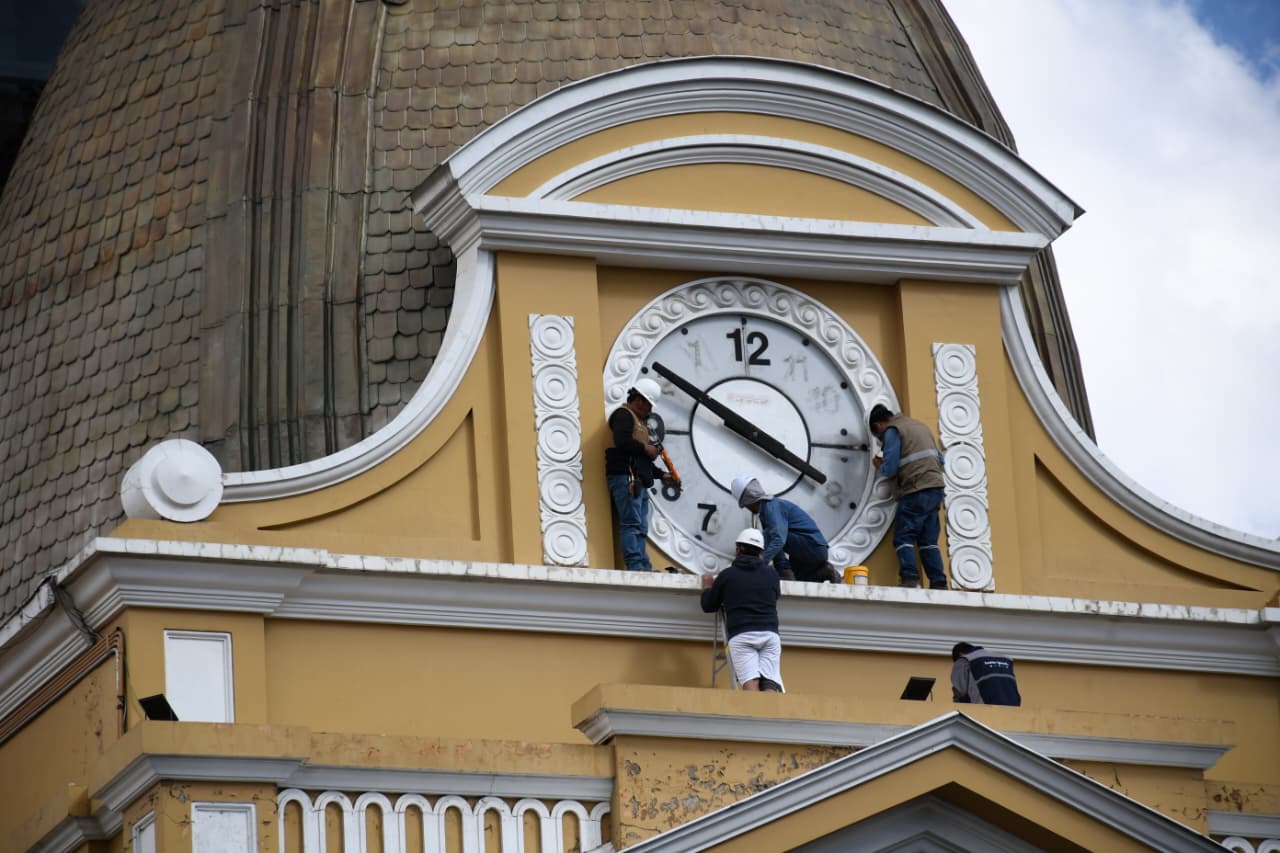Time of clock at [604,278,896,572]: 3:50
